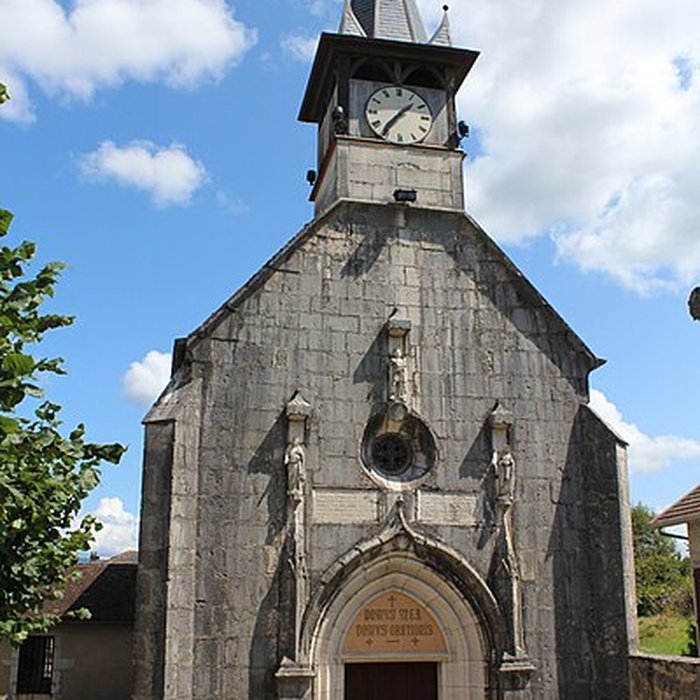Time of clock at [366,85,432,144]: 1:36
